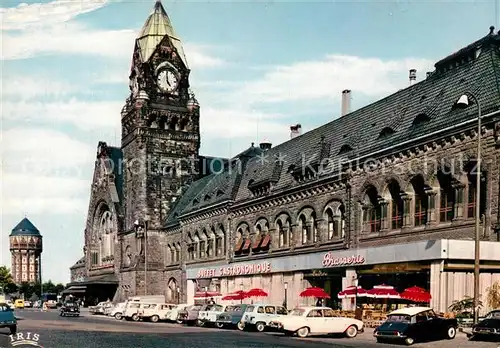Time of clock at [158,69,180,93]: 4:59
